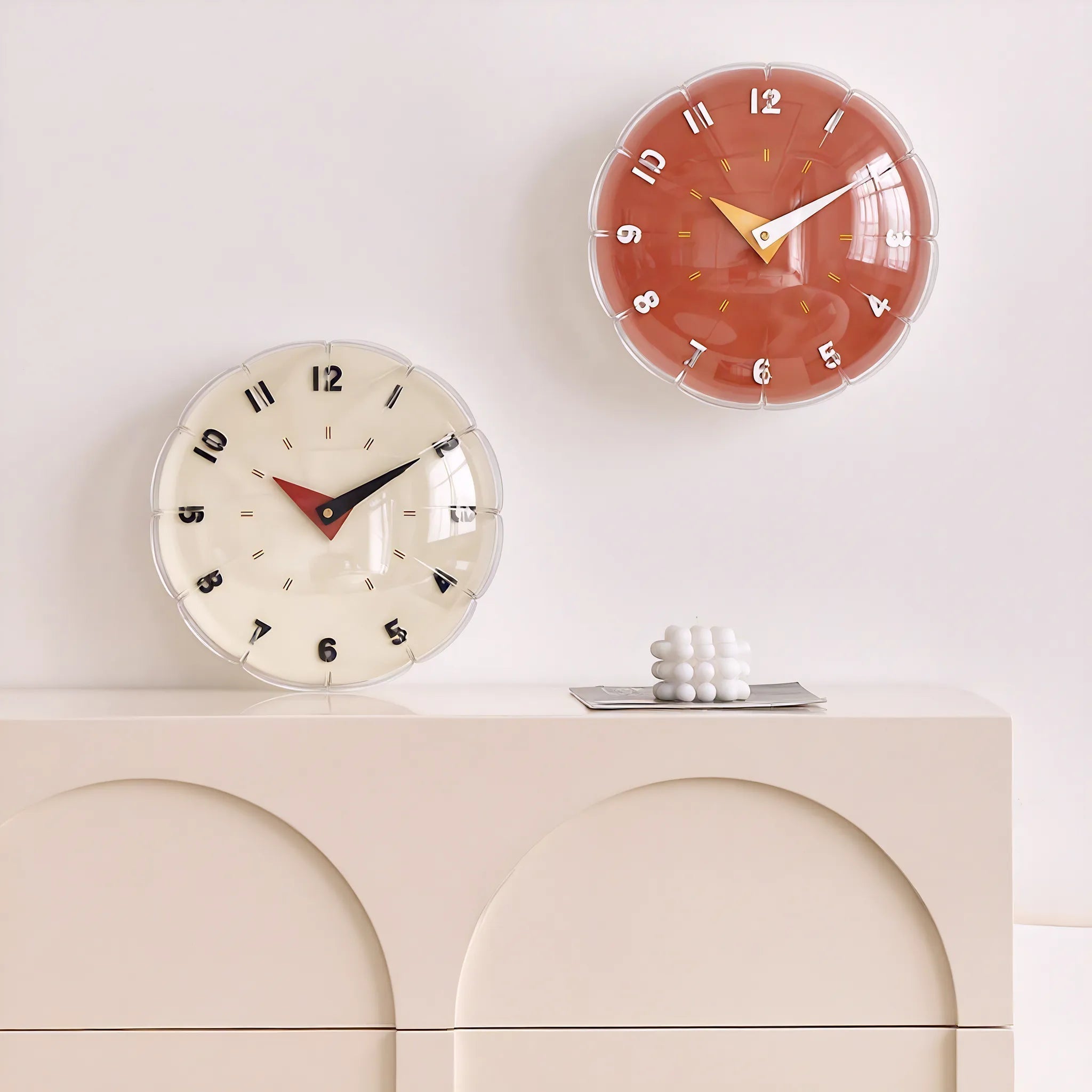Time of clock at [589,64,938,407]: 10:09
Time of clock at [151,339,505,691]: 10:09
